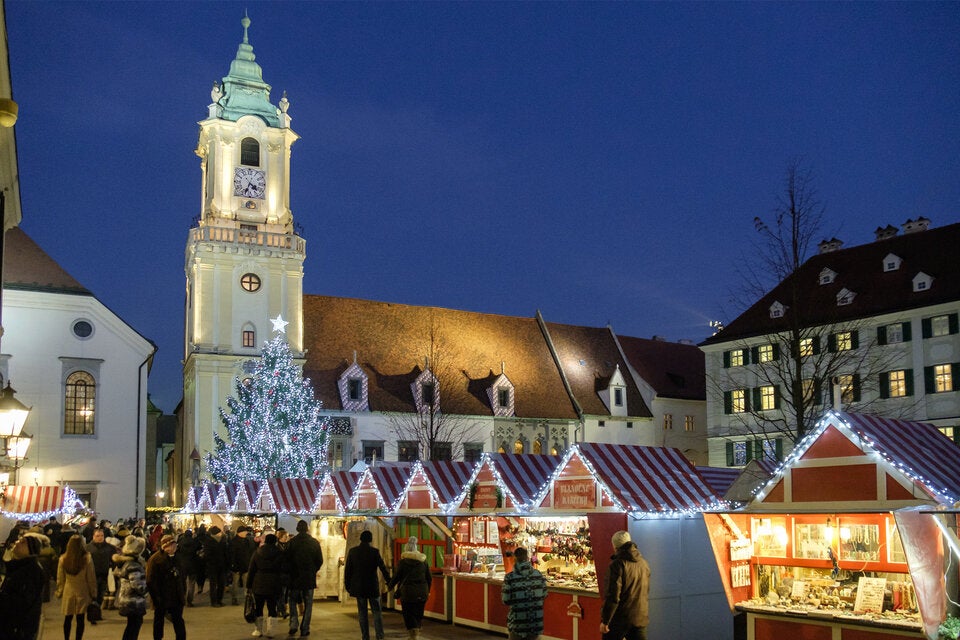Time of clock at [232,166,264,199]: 4:33
